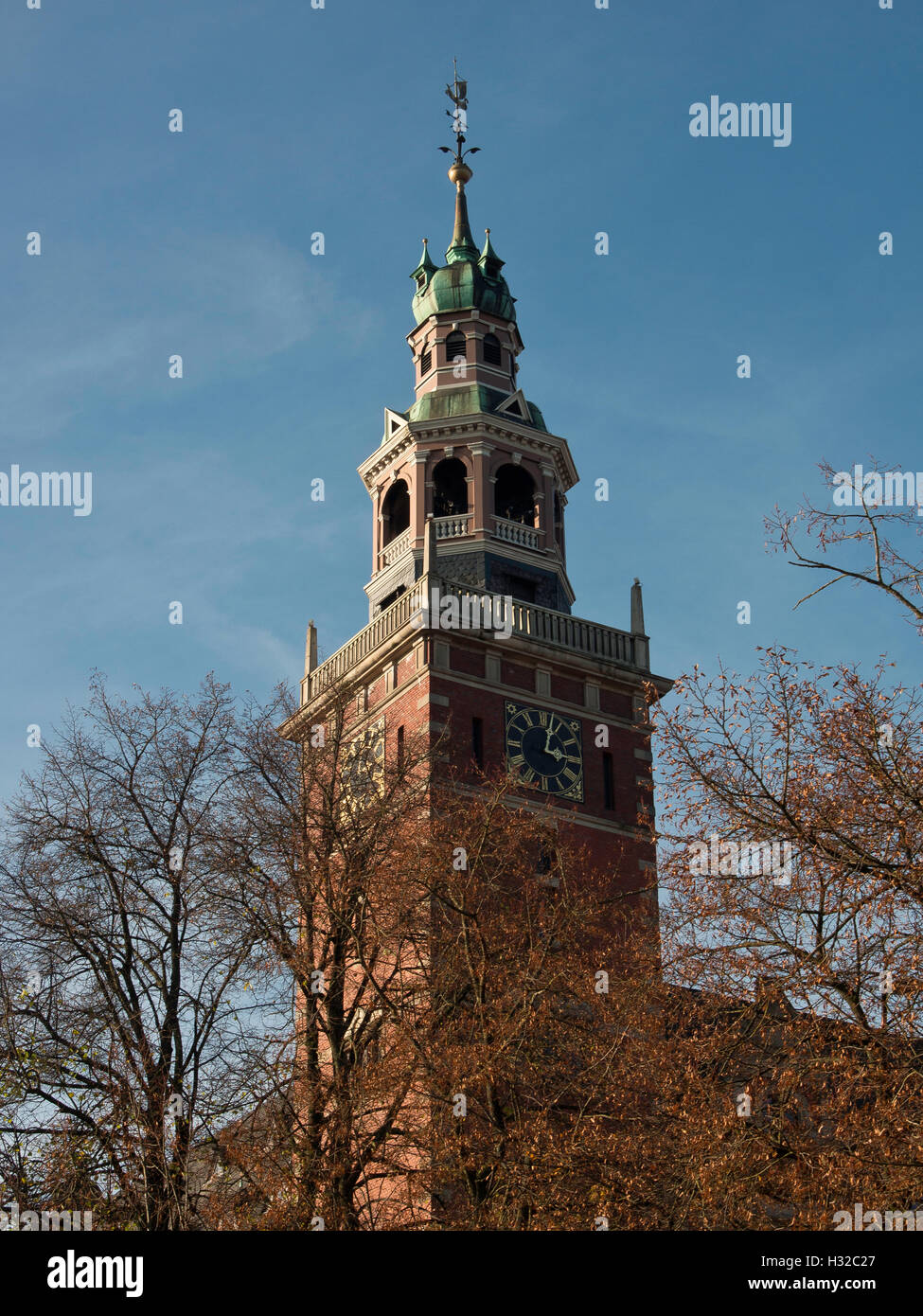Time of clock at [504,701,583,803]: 3:02
